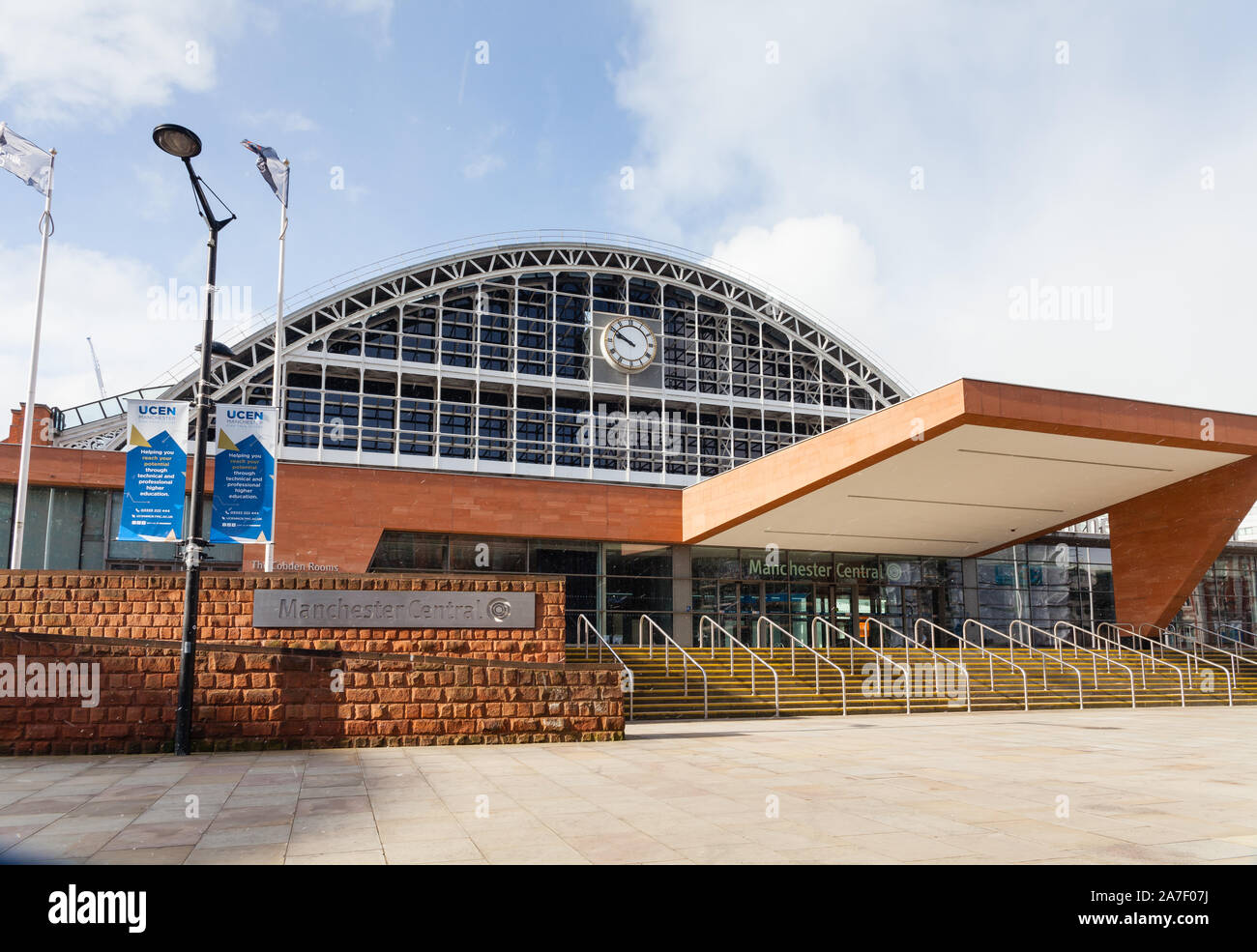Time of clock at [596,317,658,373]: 9:50
